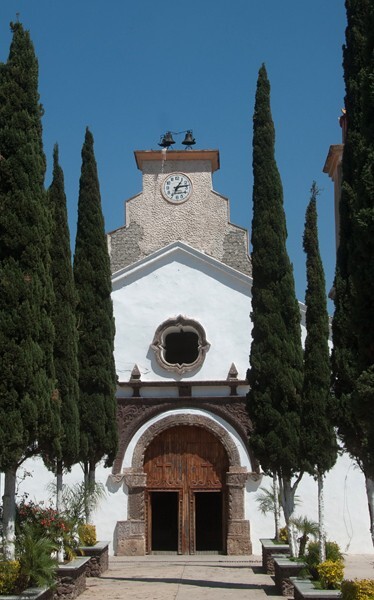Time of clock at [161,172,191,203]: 1:13
